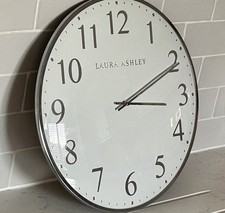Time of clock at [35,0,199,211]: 3:10
